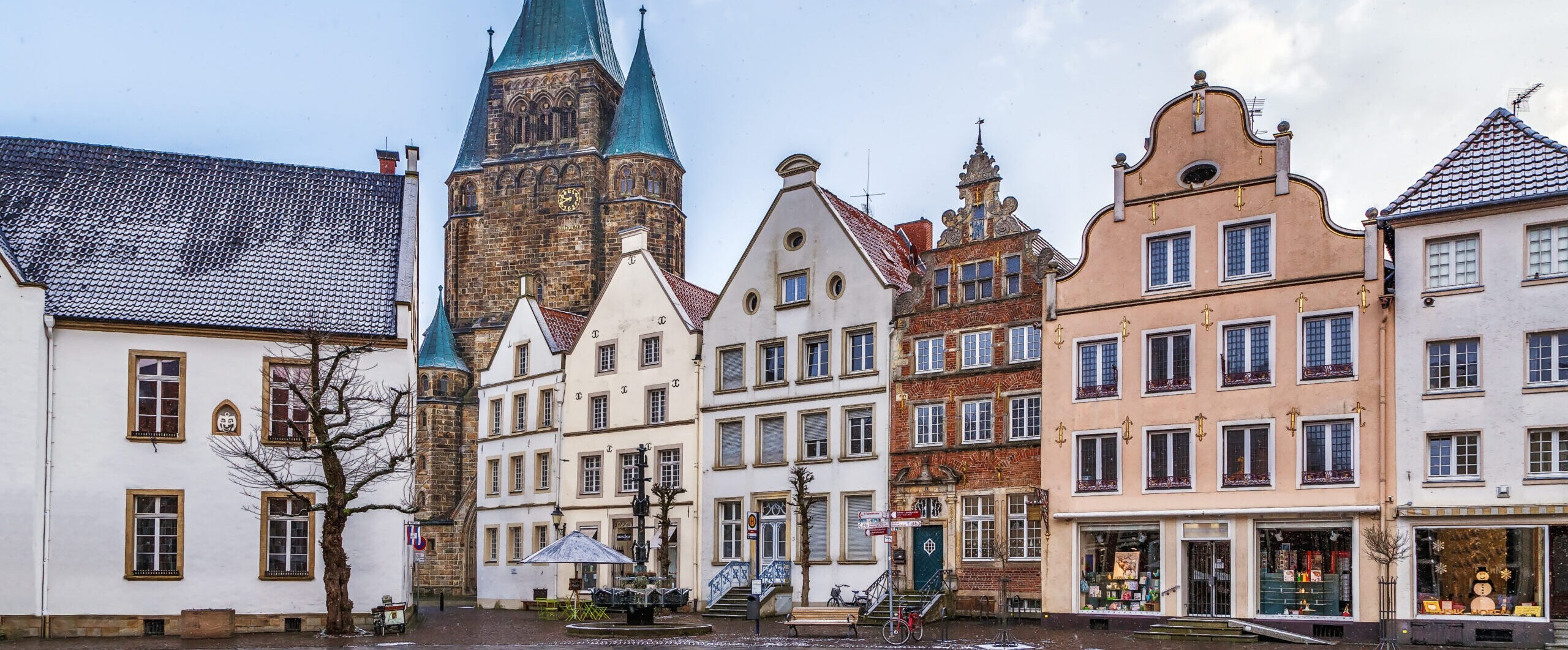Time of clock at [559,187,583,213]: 9:40
